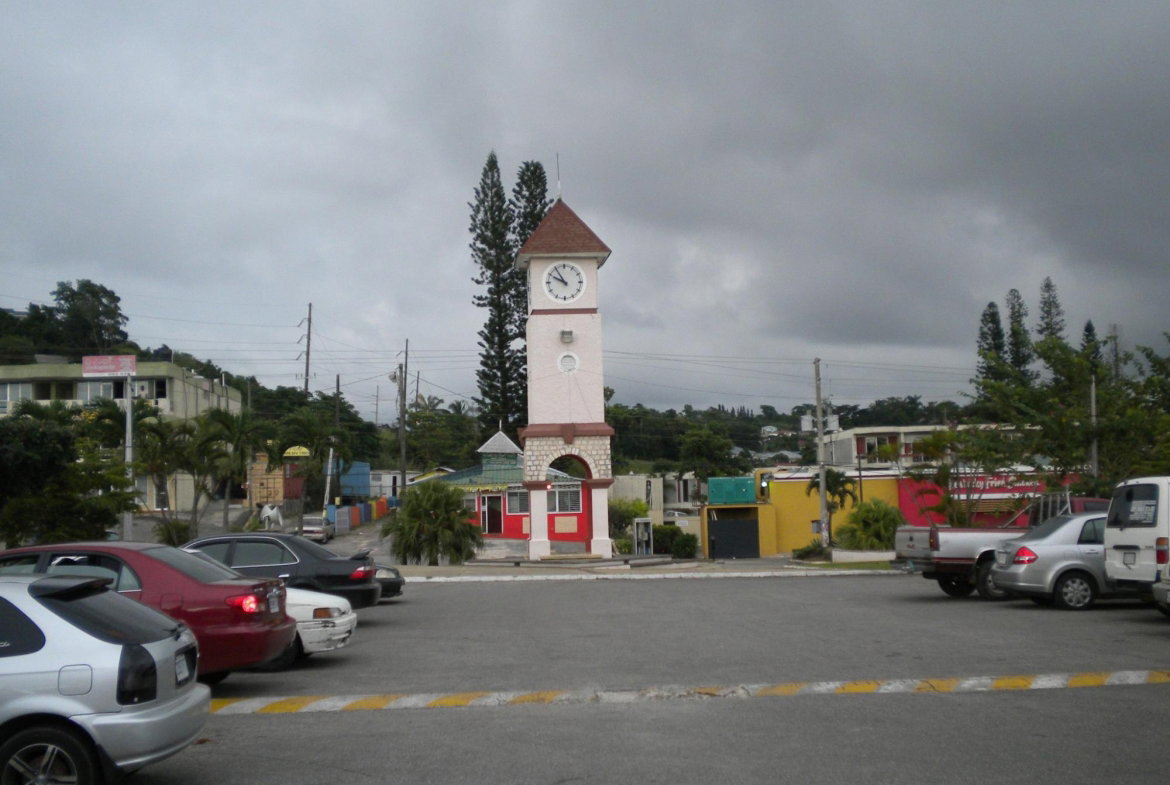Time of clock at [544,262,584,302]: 9:54
